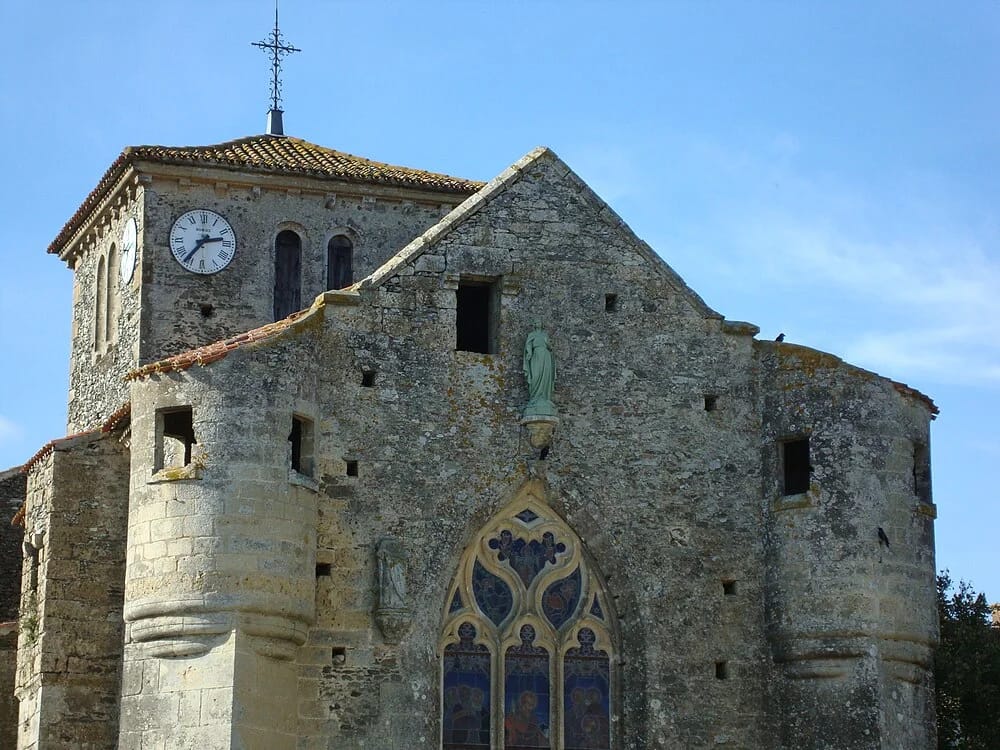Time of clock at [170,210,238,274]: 2:36
